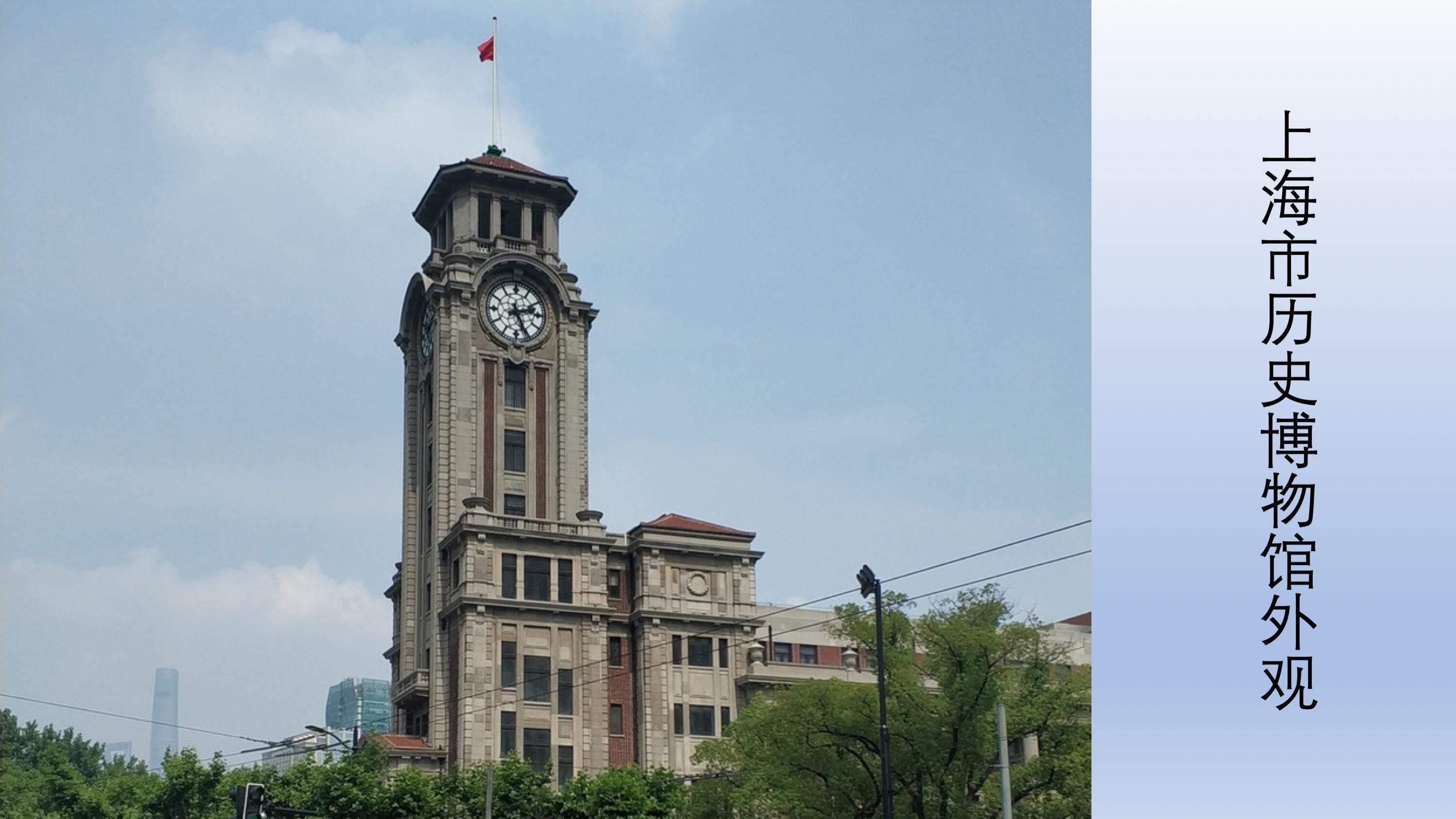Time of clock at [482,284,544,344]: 2:25
